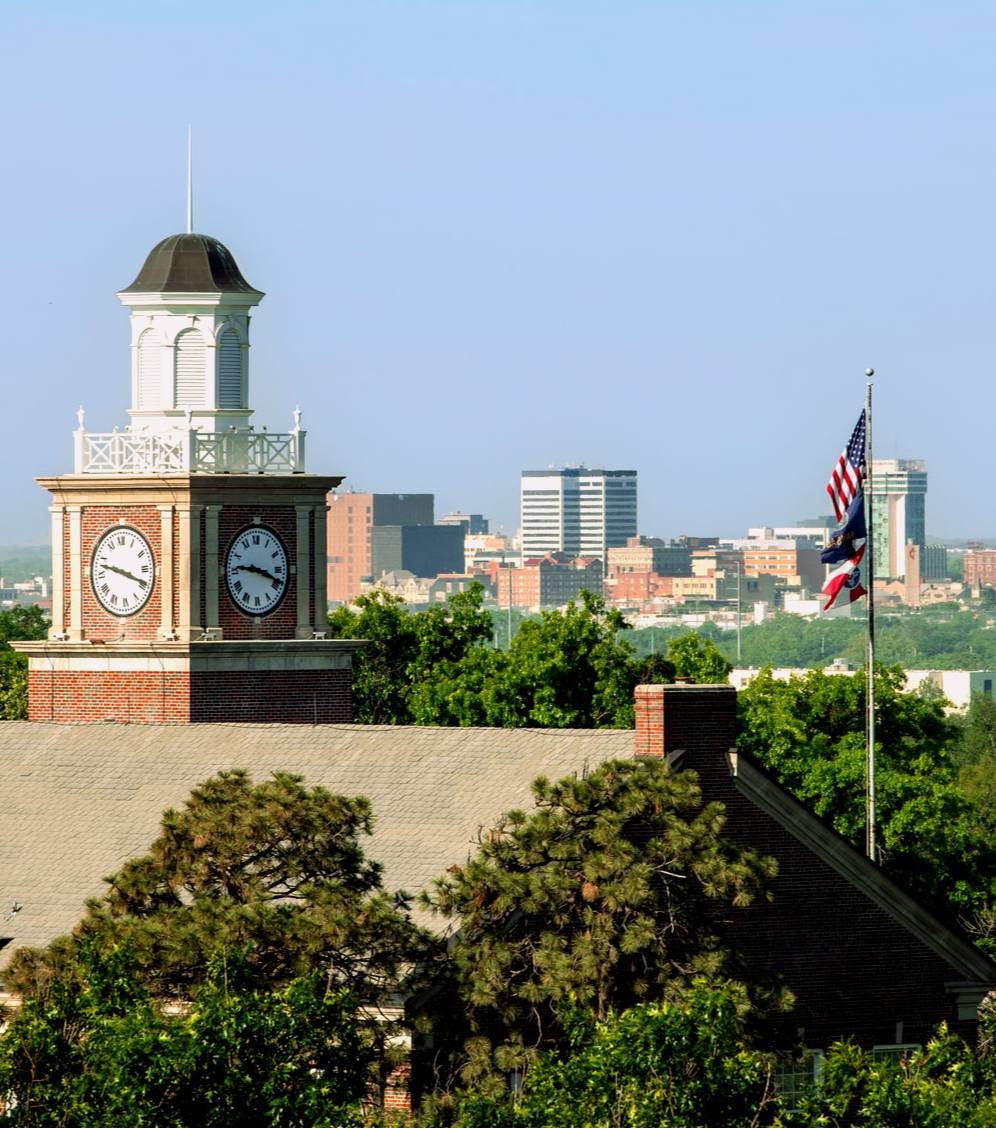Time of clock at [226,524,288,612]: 9:18
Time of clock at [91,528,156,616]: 3:47
